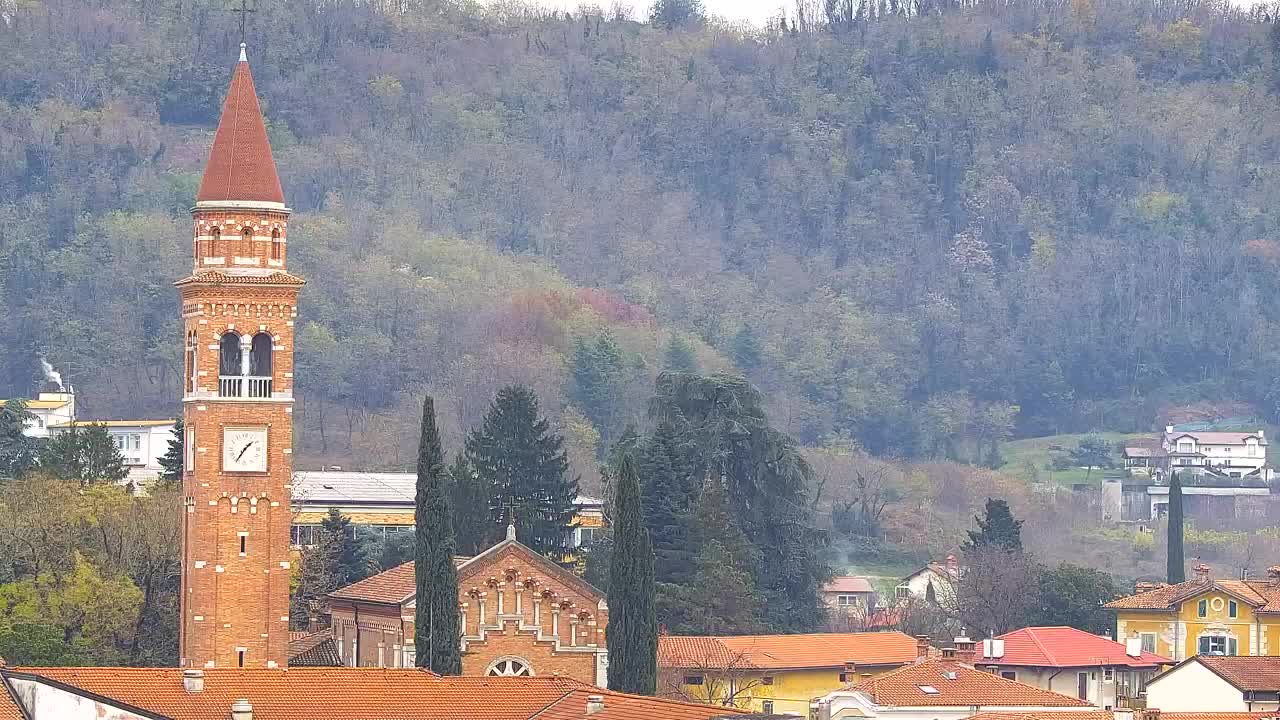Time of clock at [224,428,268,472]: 1:35
